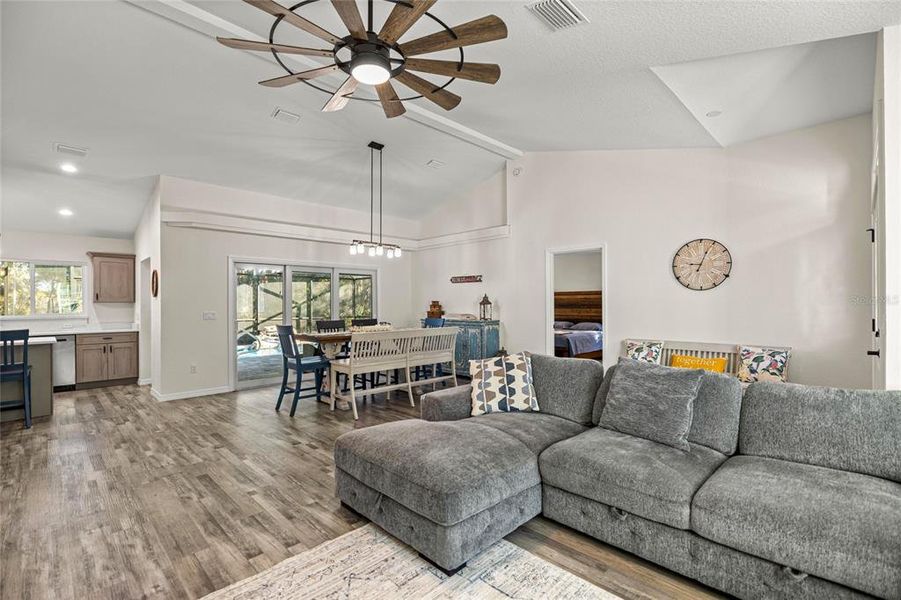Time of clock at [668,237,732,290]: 9:04
